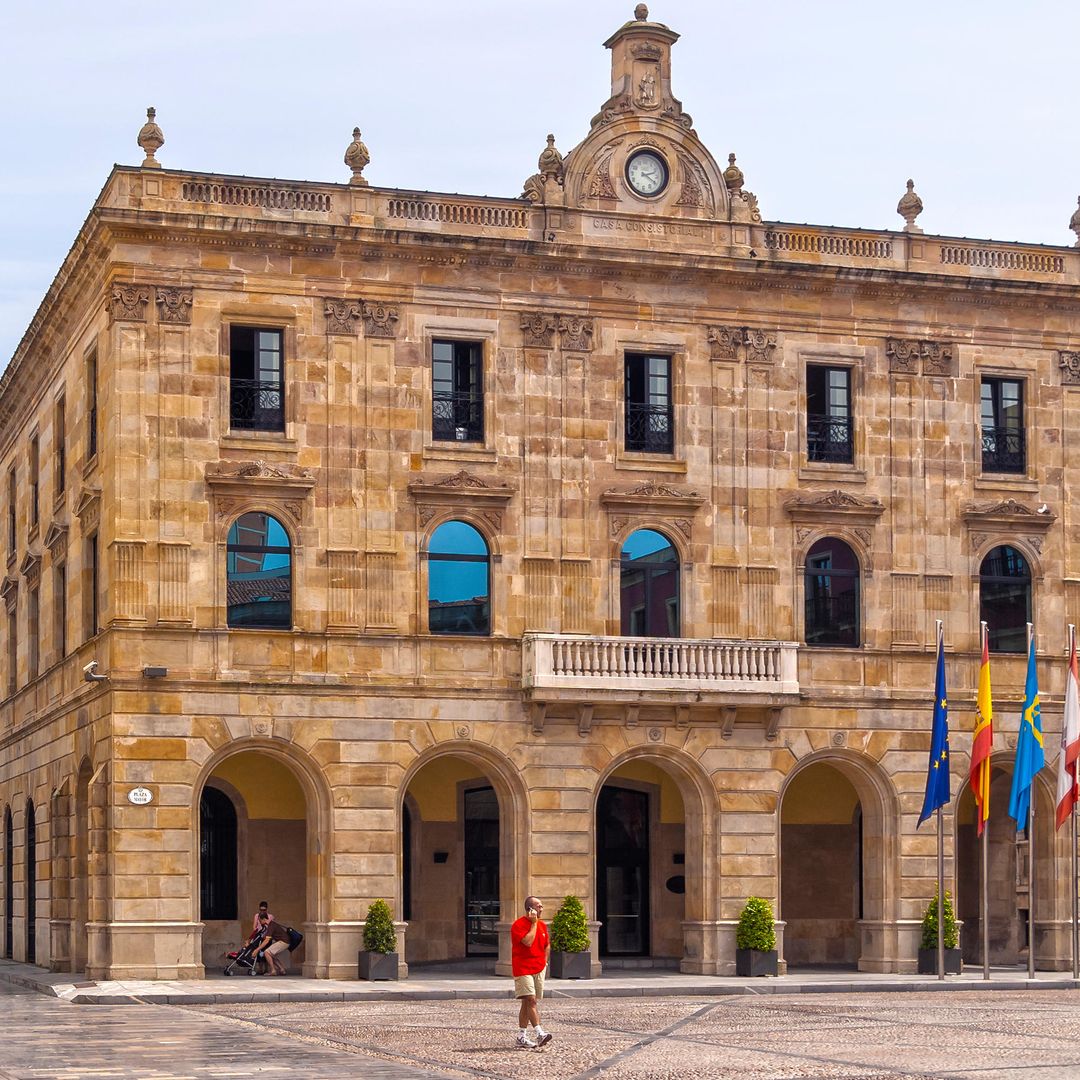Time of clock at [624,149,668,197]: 2:19
